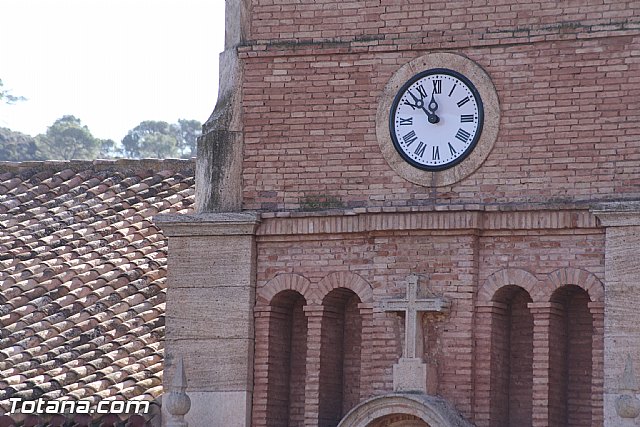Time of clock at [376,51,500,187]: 11:52
